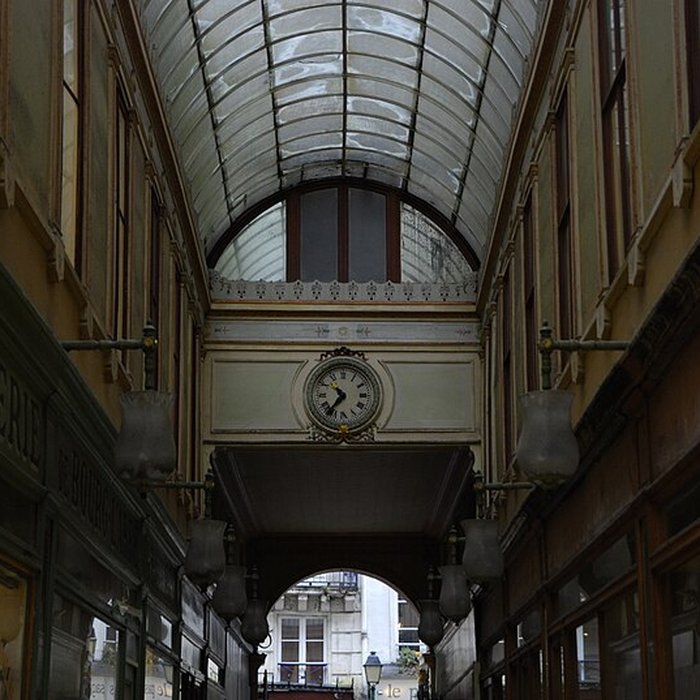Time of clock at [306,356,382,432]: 10:36
